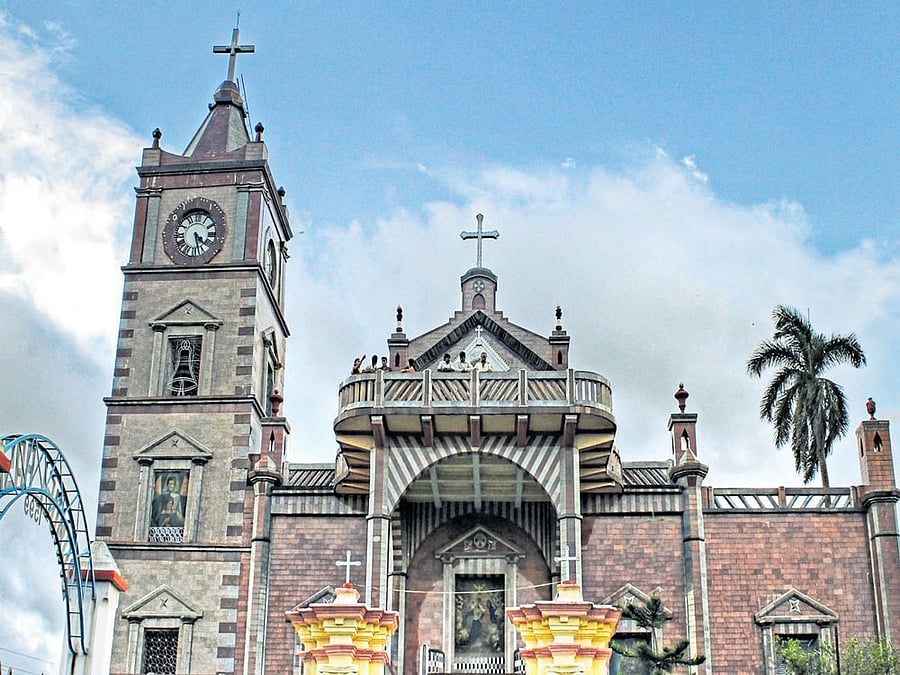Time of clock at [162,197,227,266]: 4:27
